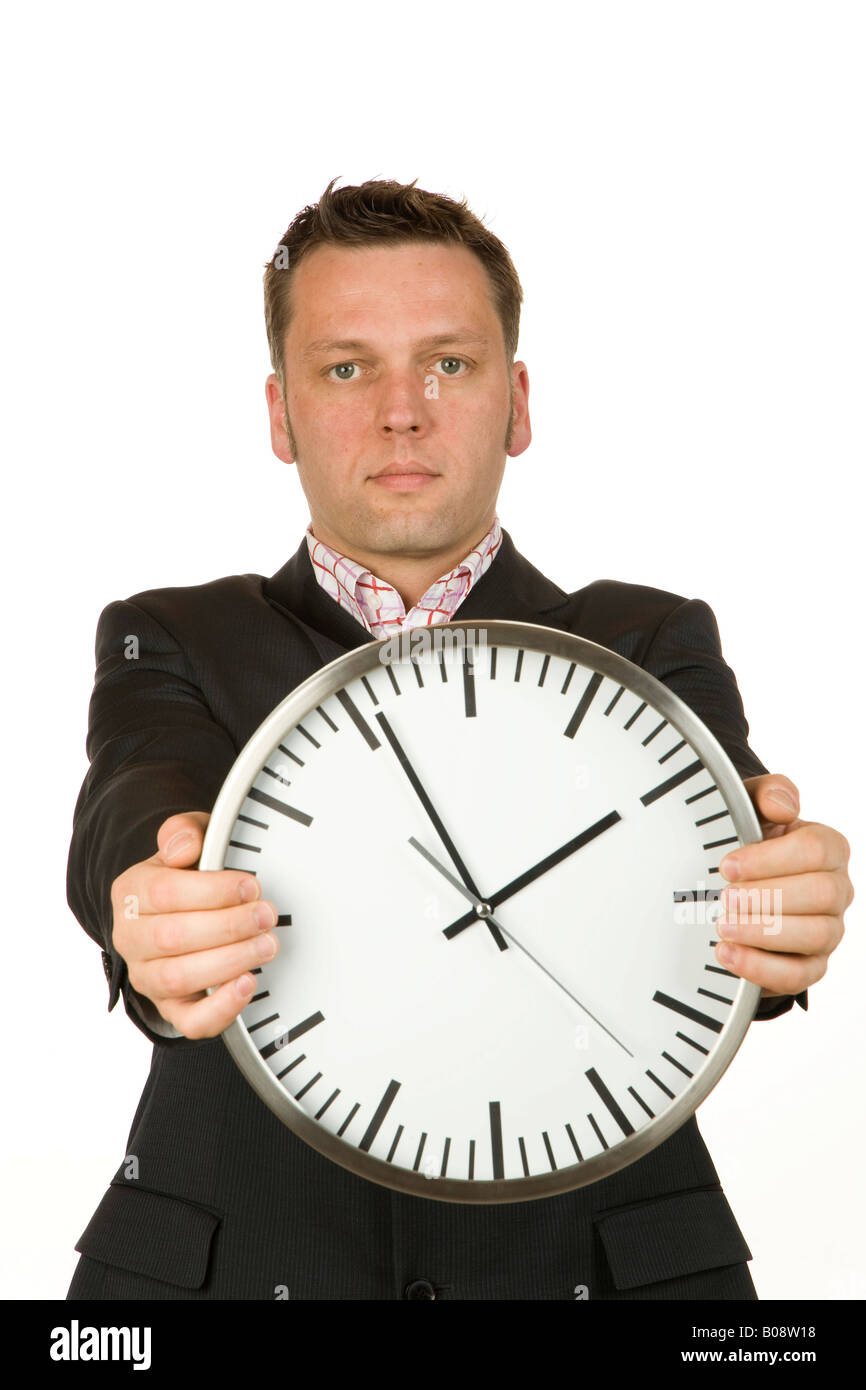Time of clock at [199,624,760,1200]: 1:55
